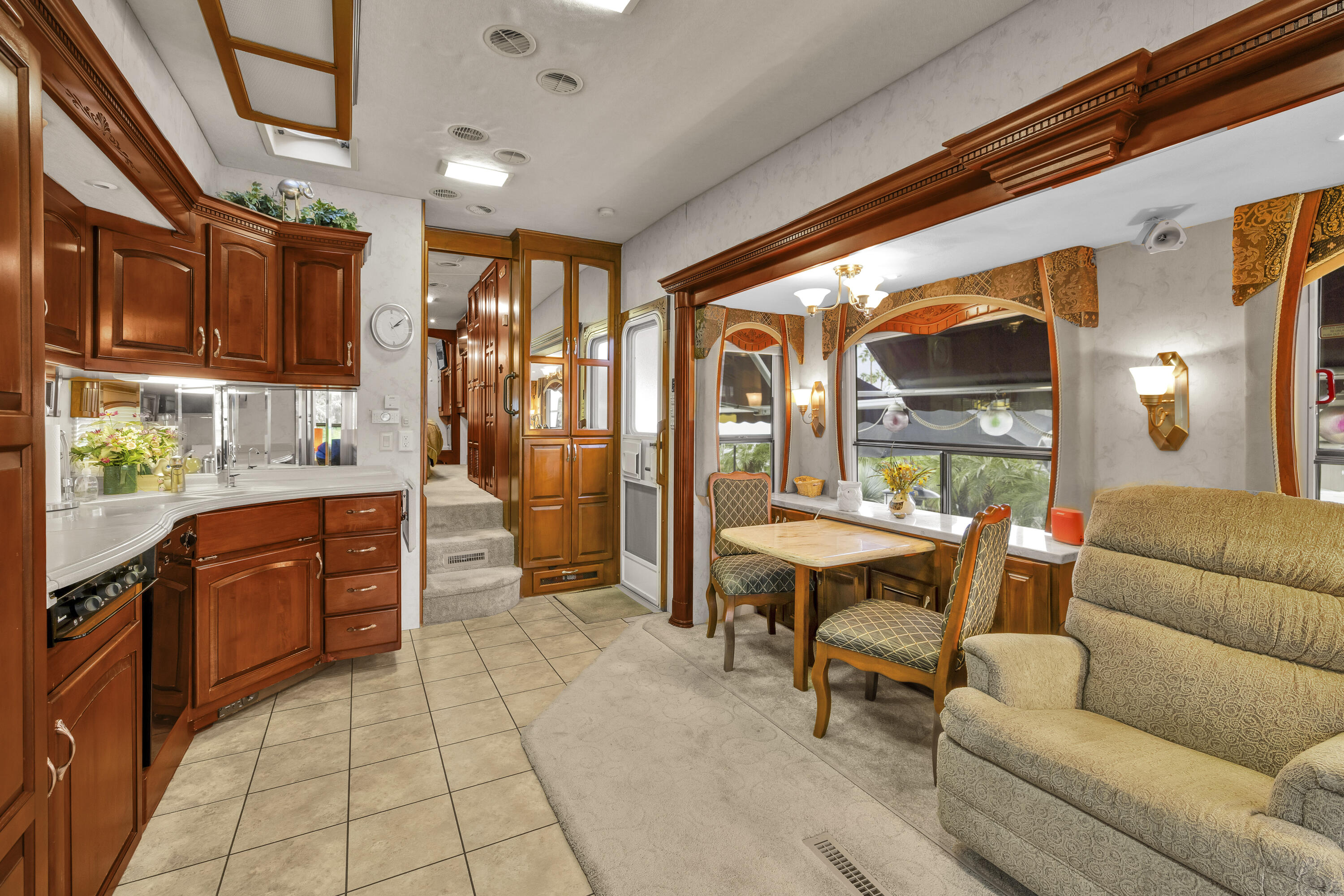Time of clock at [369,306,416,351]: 2:09
